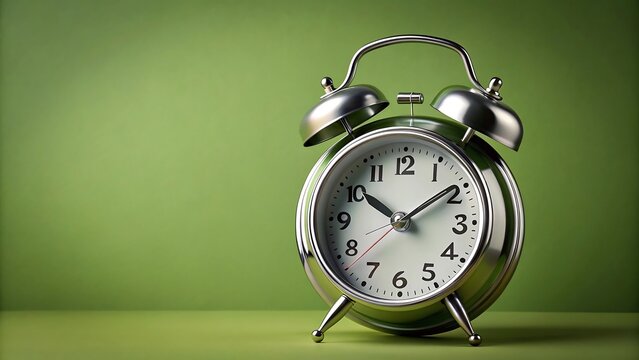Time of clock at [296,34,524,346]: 10:09
